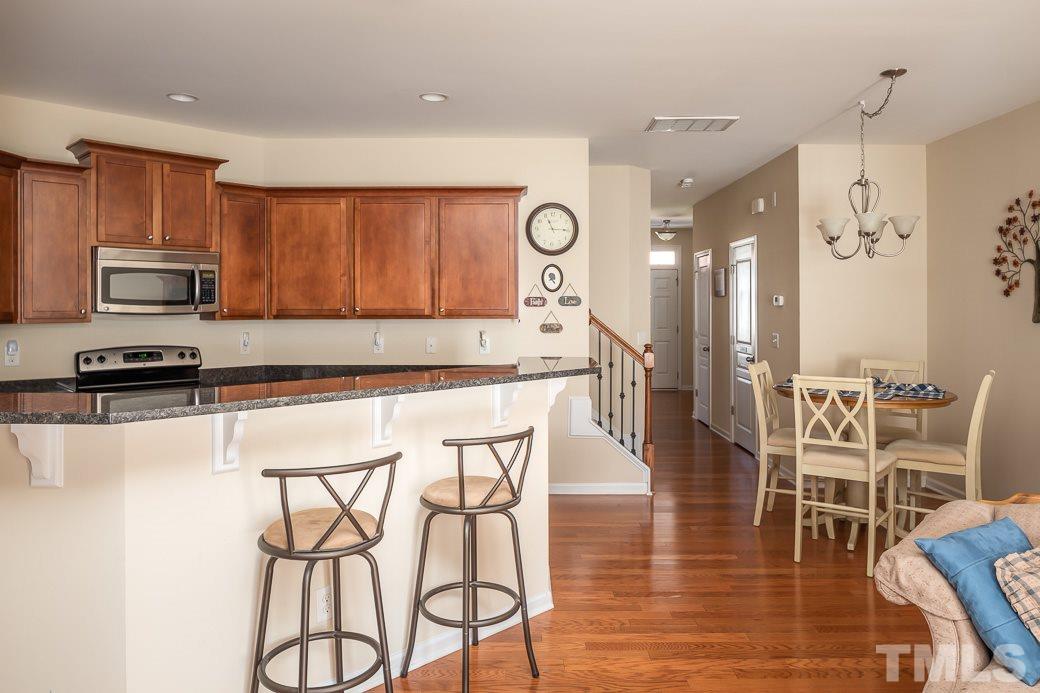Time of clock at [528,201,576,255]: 11:14
